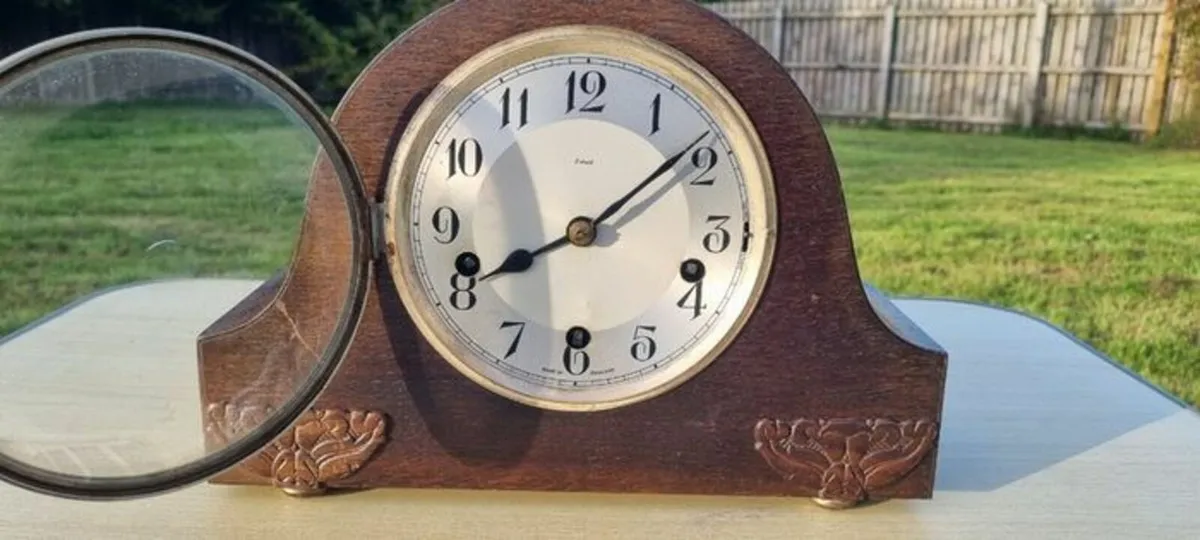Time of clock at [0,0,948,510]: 8:08
